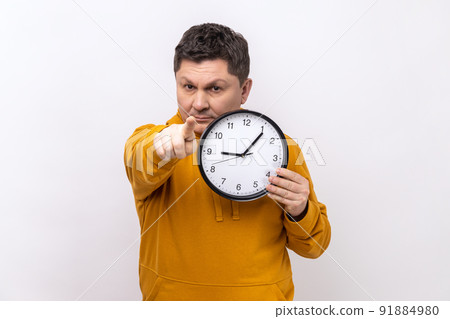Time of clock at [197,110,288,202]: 9:06
